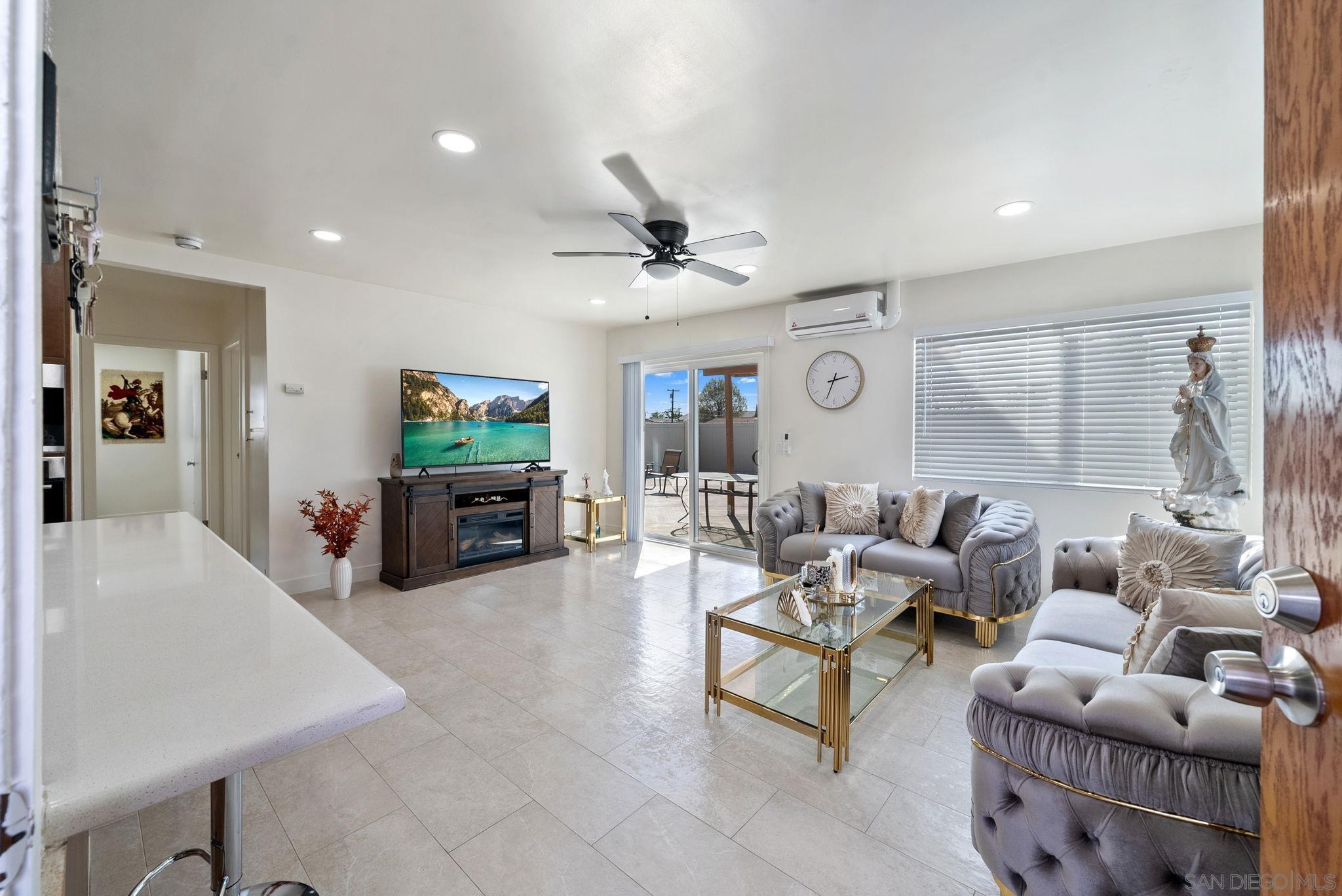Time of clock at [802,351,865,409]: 2:33
